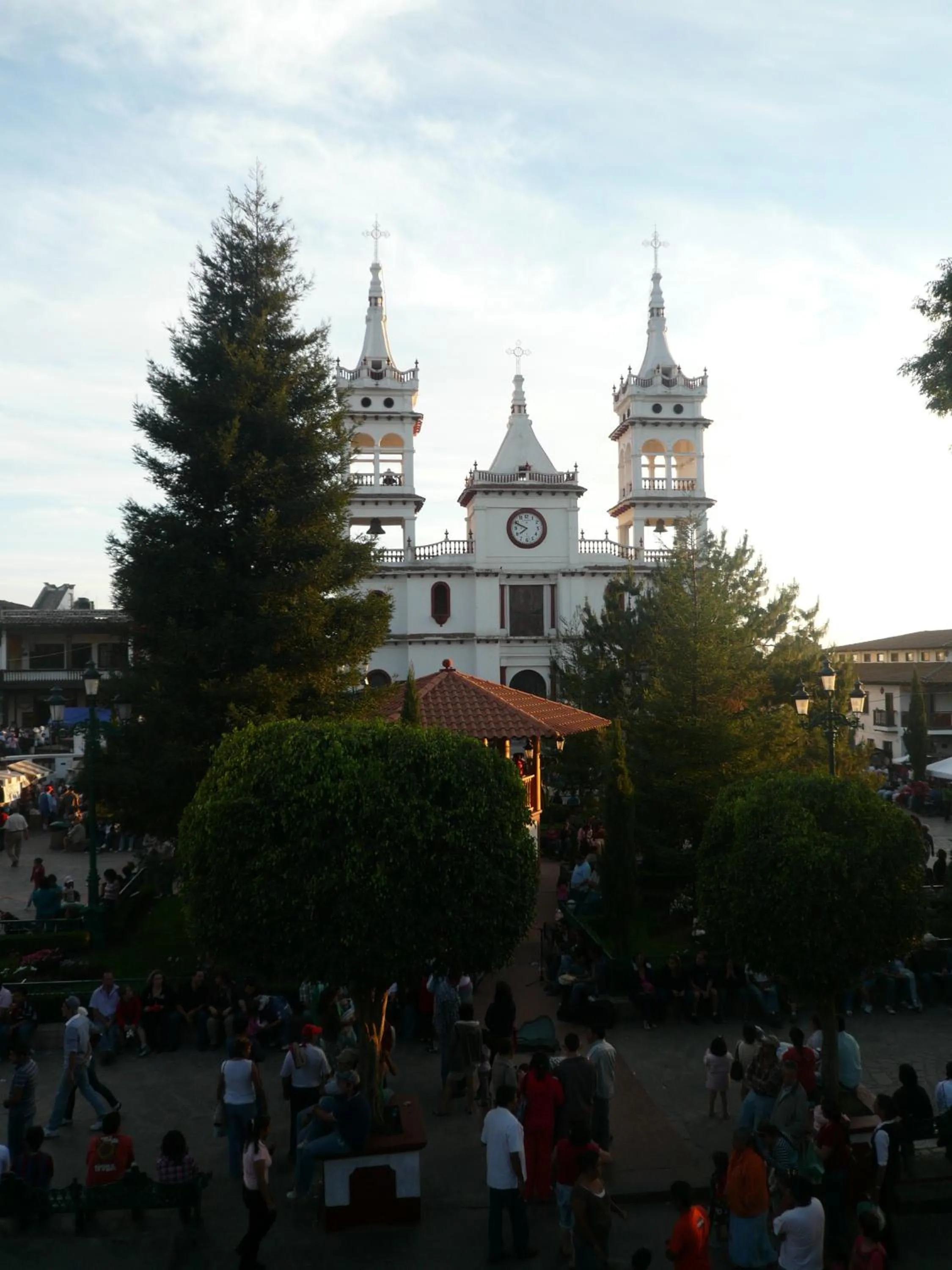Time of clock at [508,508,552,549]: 7:49
